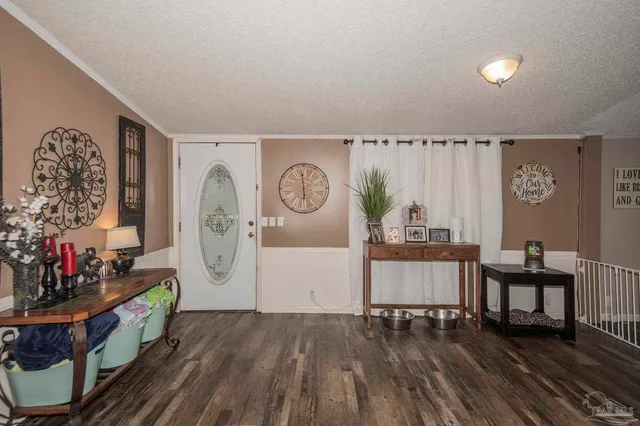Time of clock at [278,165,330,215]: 5:59
